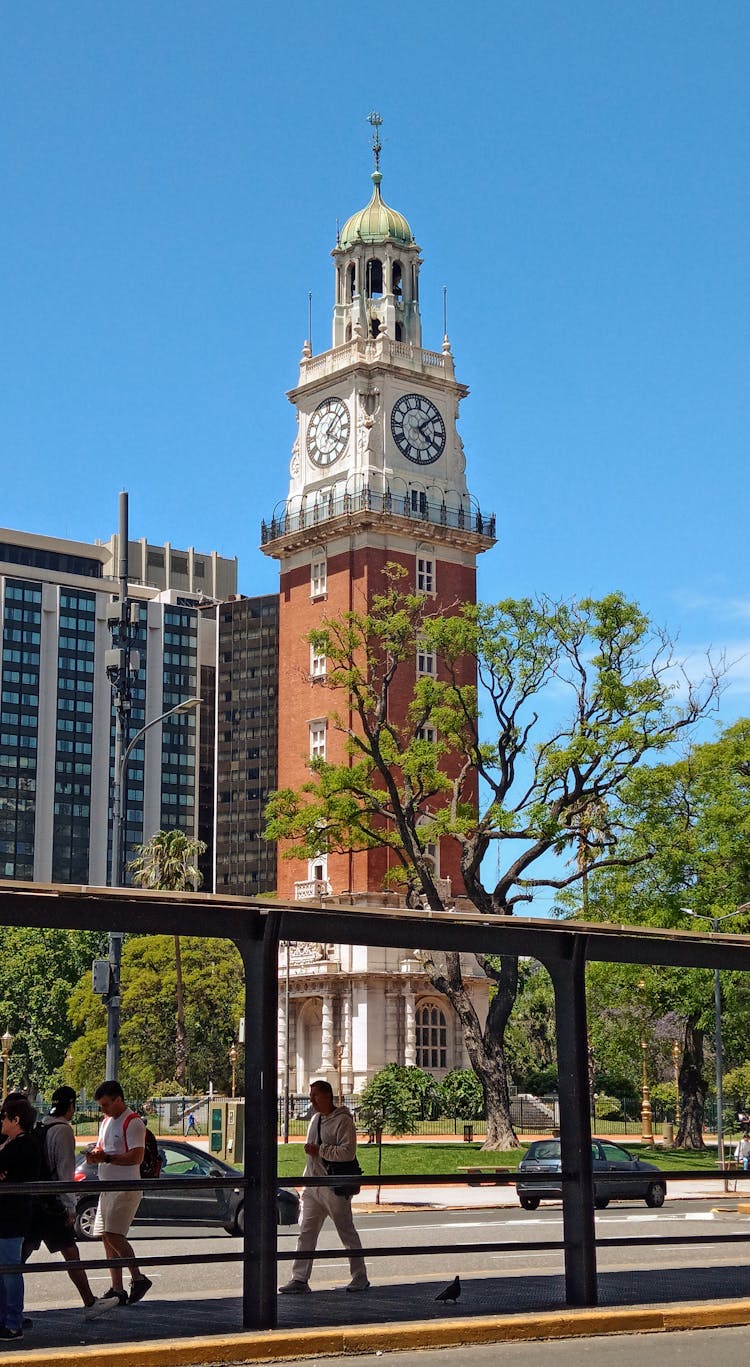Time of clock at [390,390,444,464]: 4:08
